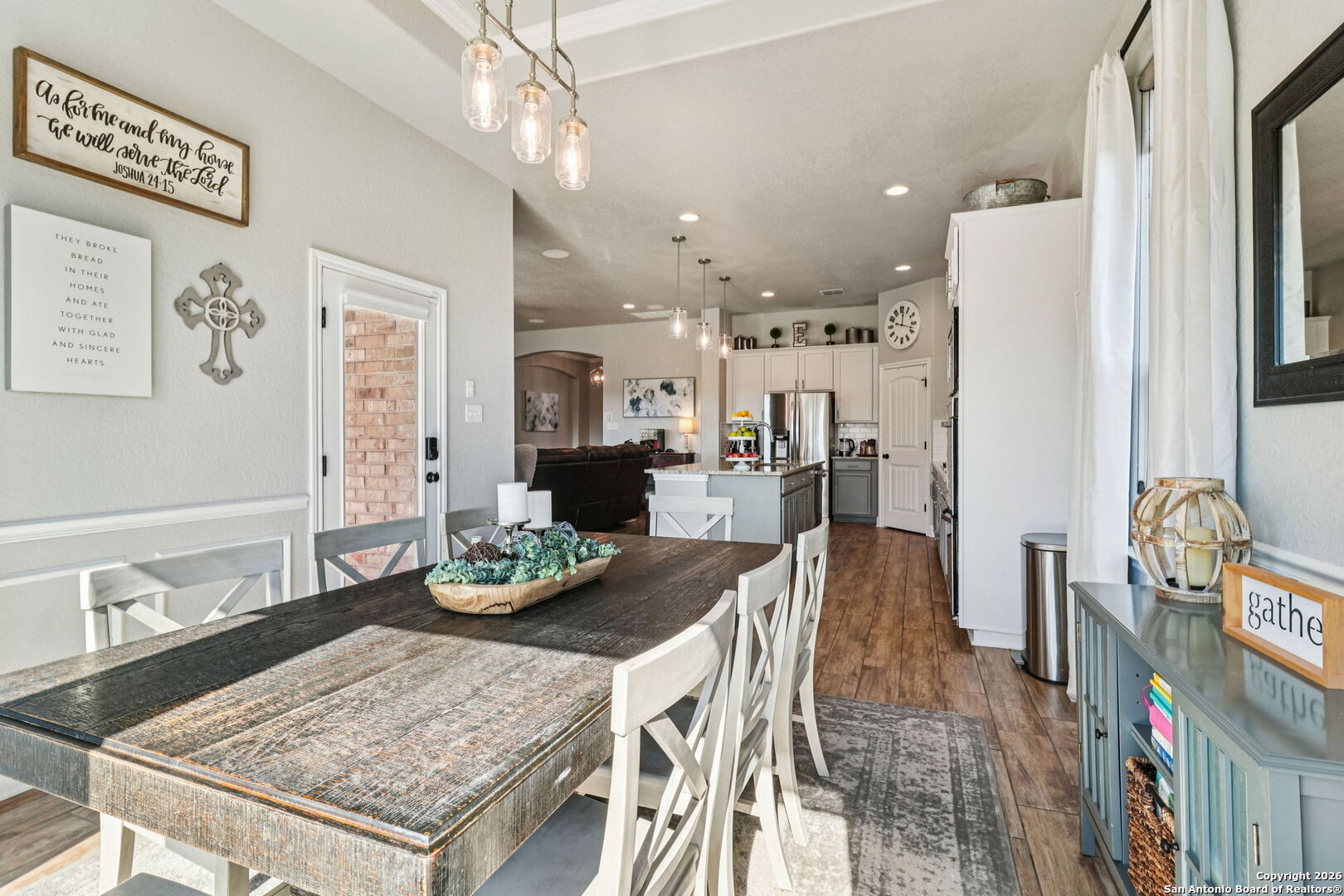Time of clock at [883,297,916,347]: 12:17
